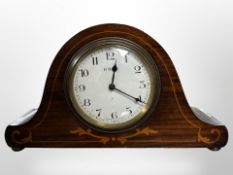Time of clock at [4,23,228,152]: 12:20
